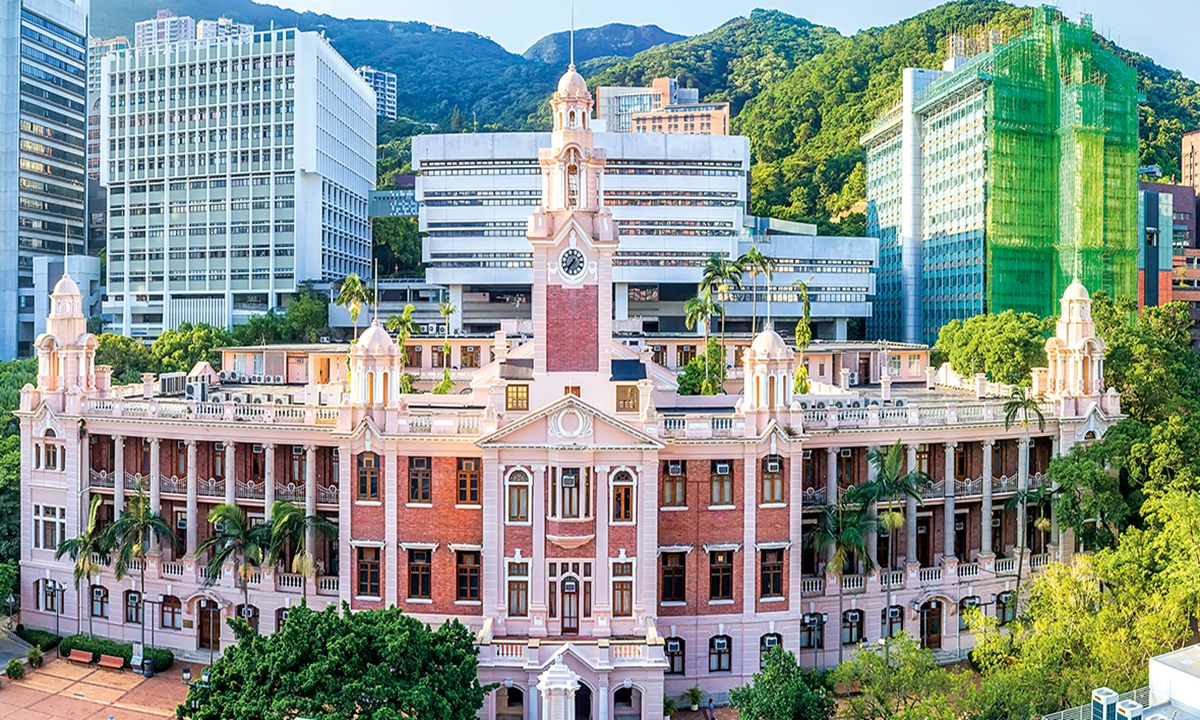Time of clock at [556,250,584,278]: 7:36
